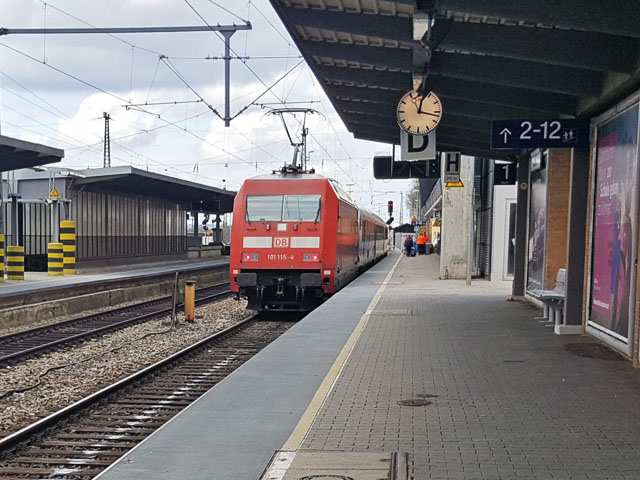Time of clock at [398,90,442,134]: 12:16
